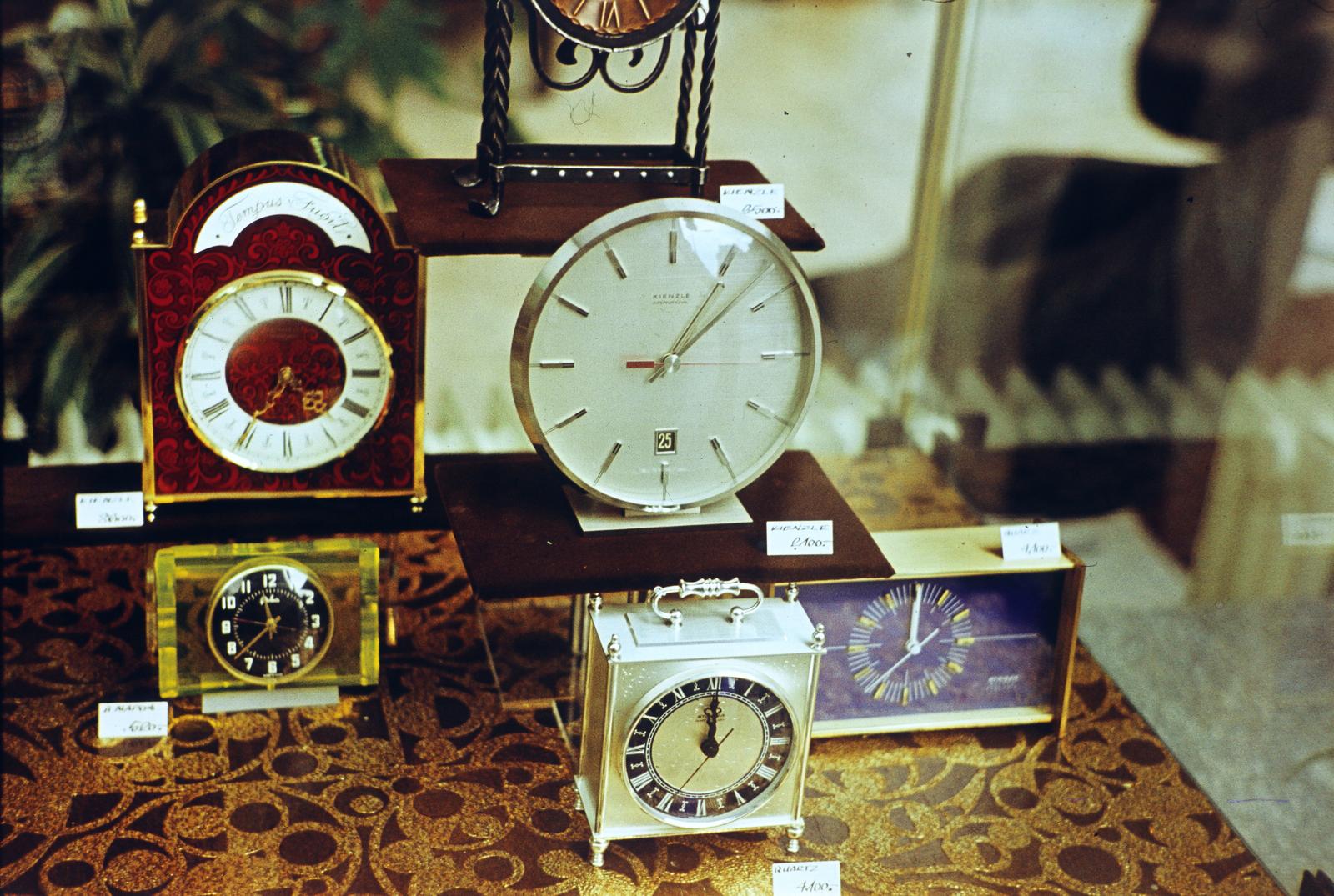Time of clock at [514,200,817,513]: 1:08
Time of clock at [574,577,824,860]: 11:59
